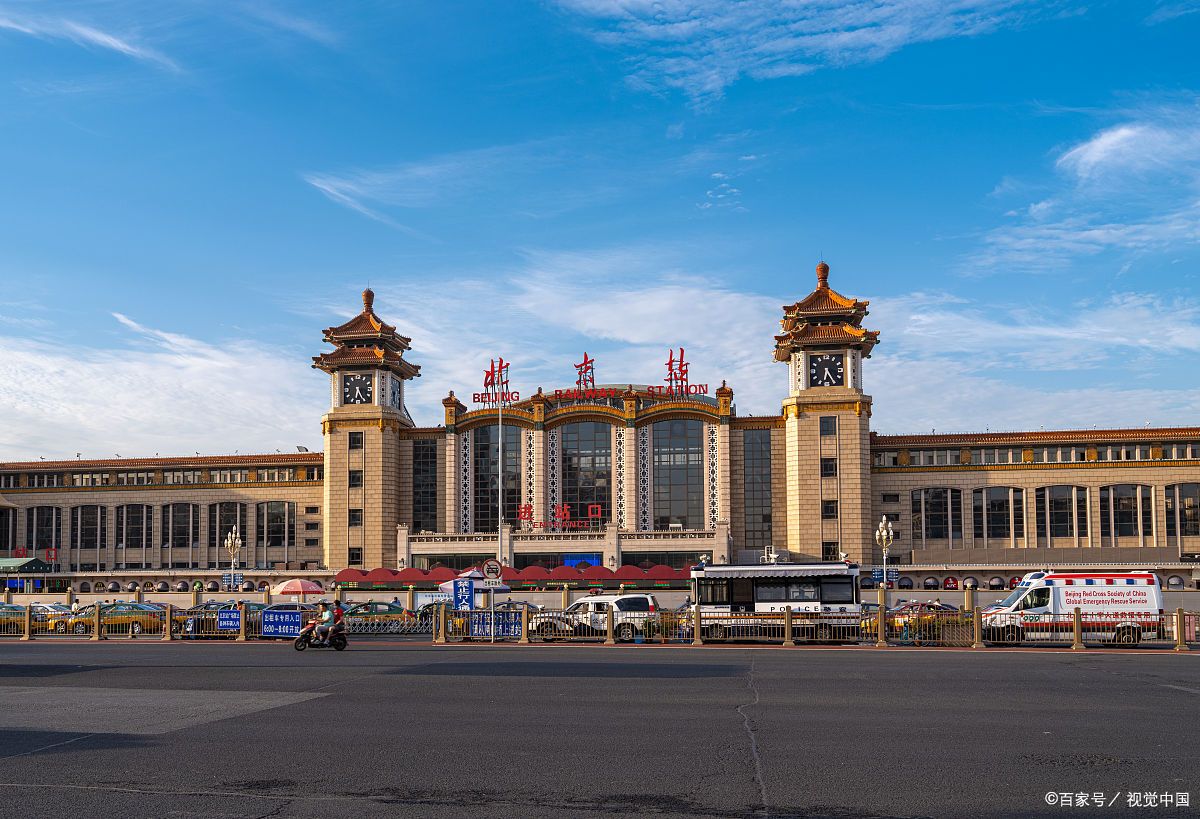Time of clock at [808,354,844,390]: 6:25
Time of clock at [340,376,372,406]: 6:25
